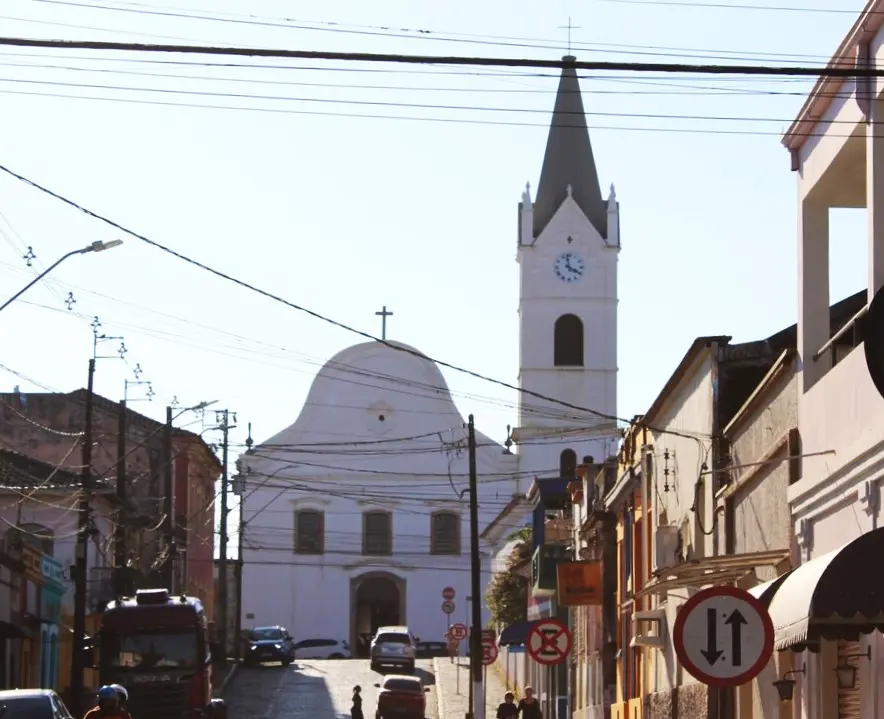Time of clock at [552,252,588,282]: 3:58
